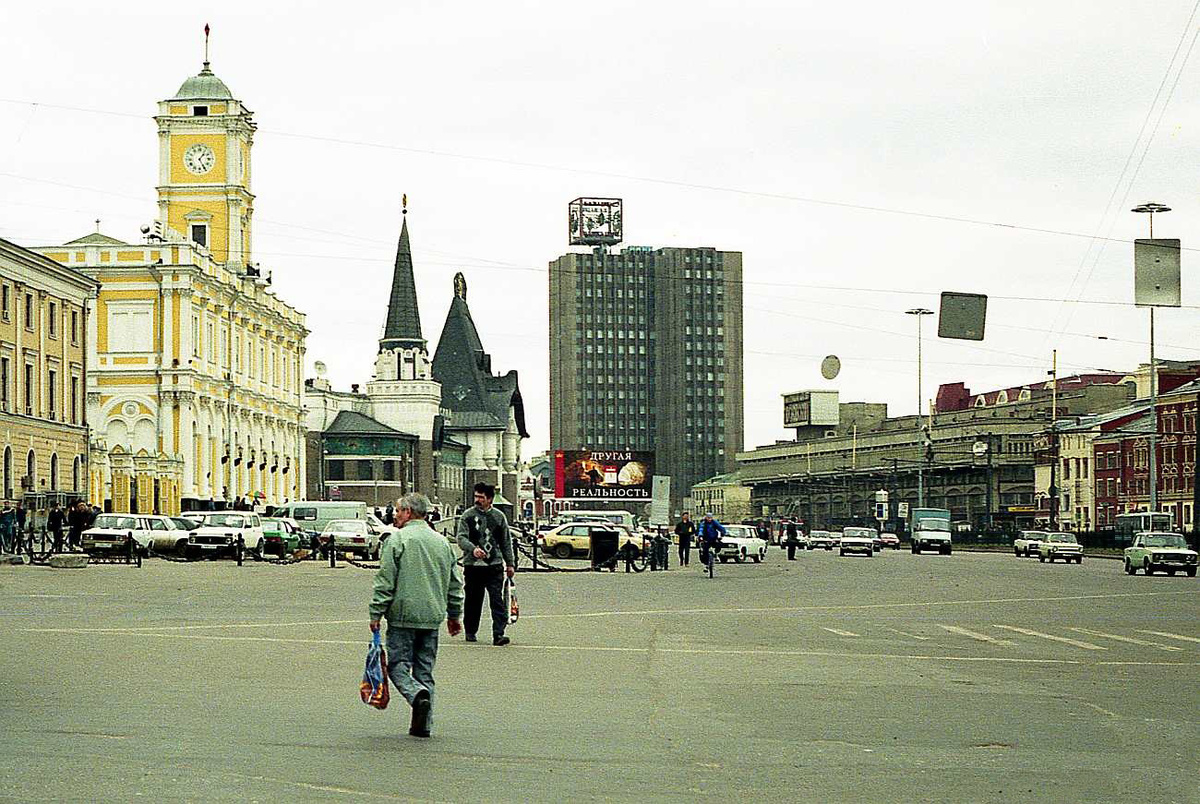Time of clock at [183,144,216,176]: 1:25
